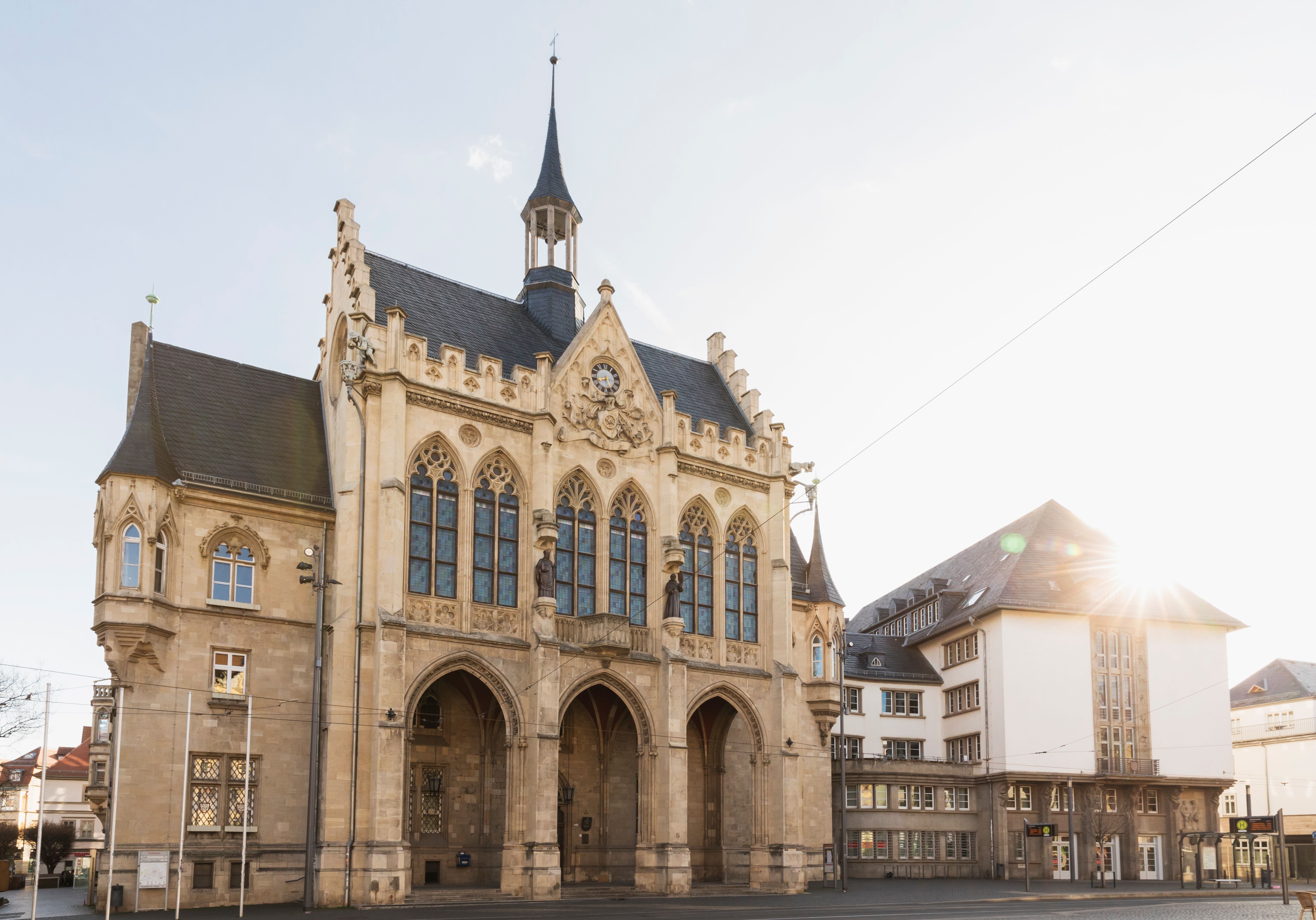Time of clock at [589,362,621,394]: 8:25
